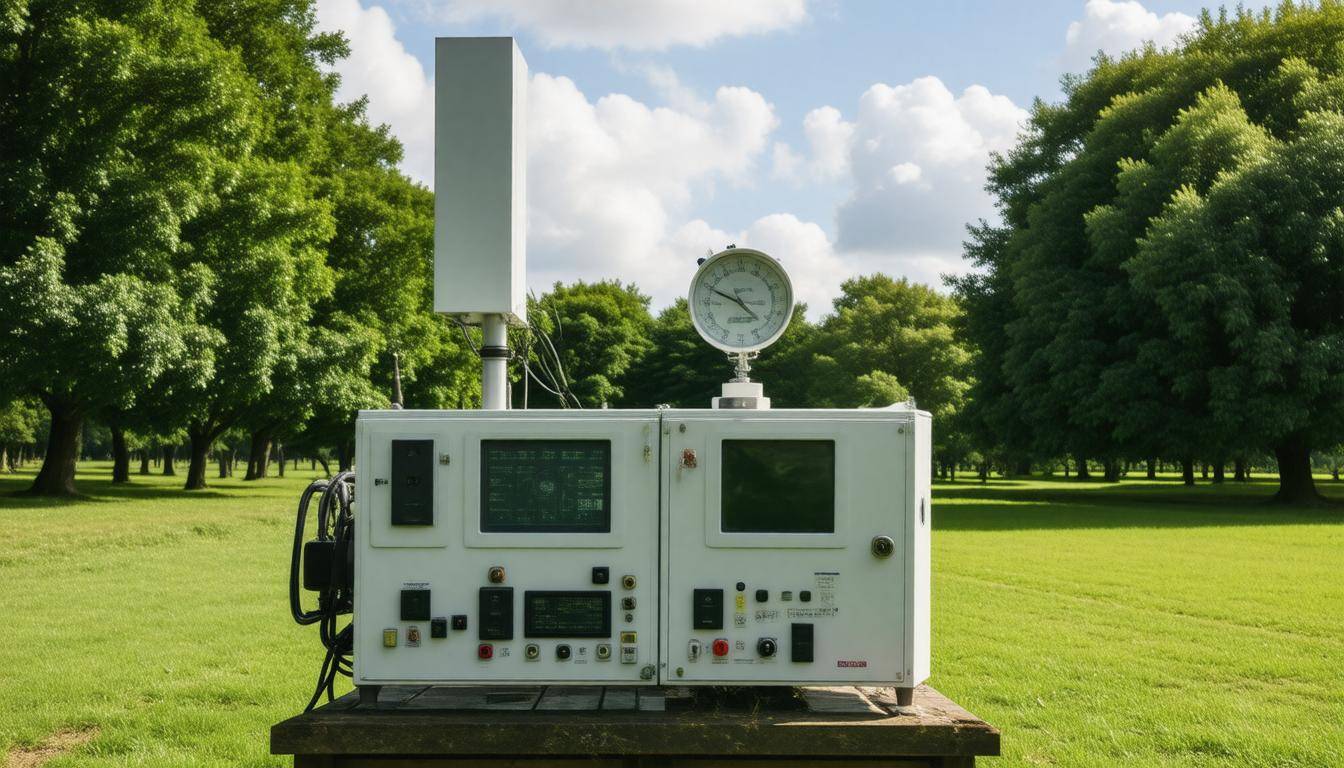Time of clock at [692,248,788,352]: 4:49
